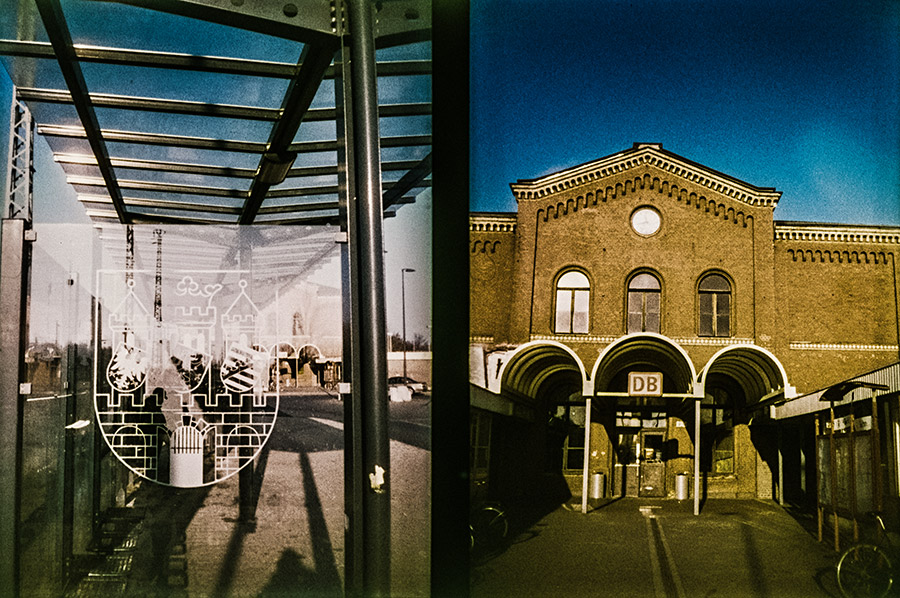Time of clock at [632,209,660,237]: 11:42
